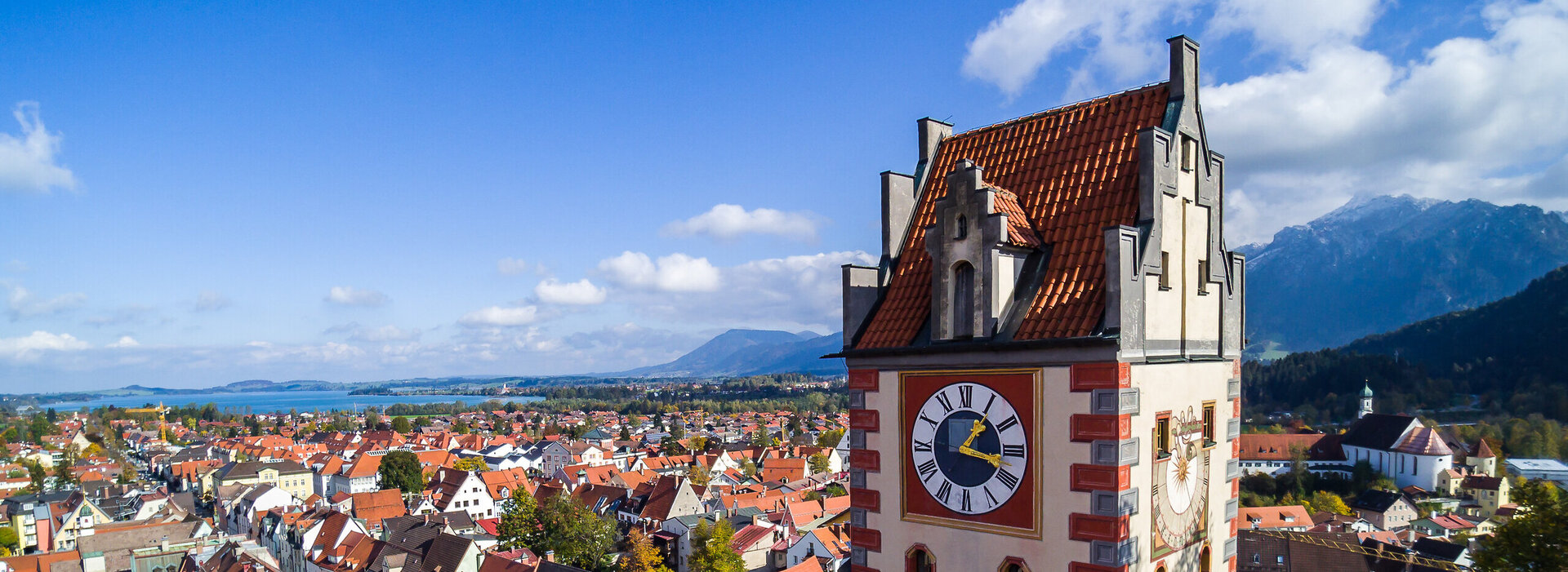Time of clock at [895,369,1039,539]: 1:17
